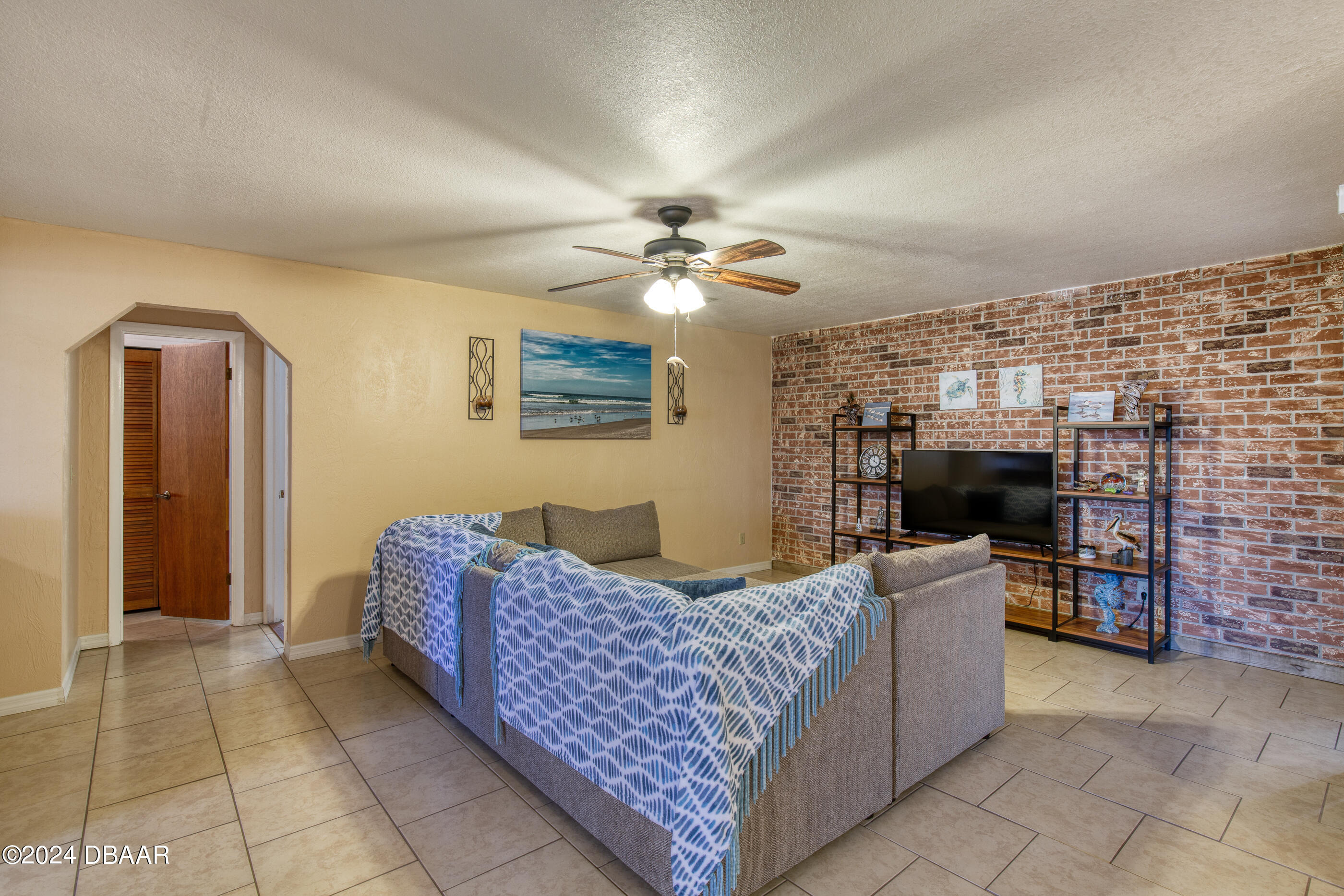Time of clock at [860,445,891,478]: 11:50
